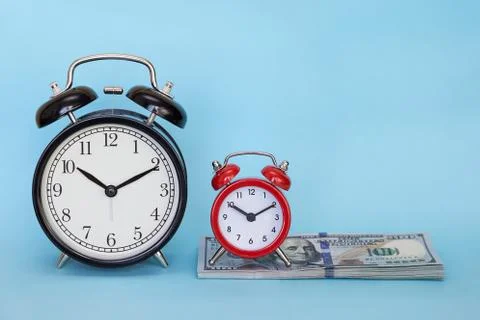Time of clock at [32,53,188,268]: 10:10
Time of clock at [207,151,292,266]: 10:10
